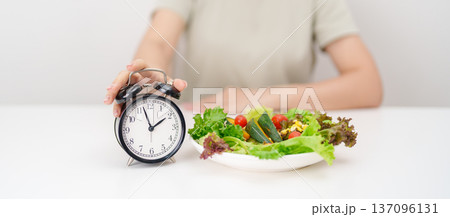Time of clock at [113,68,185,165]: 1:57
